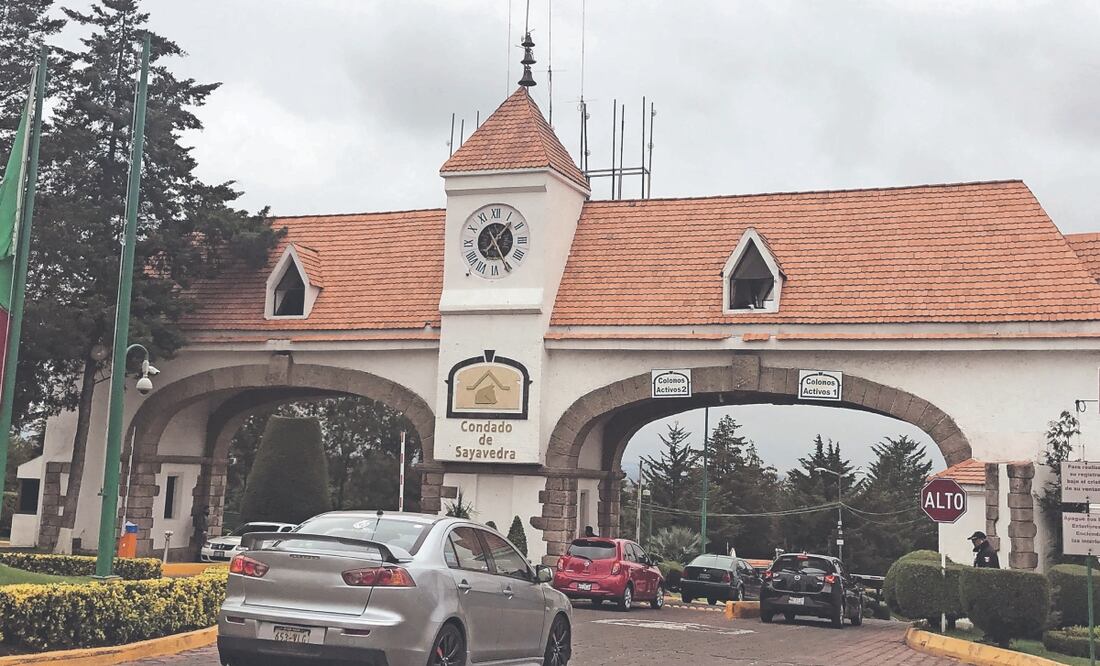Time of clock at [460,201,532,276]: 1:25
